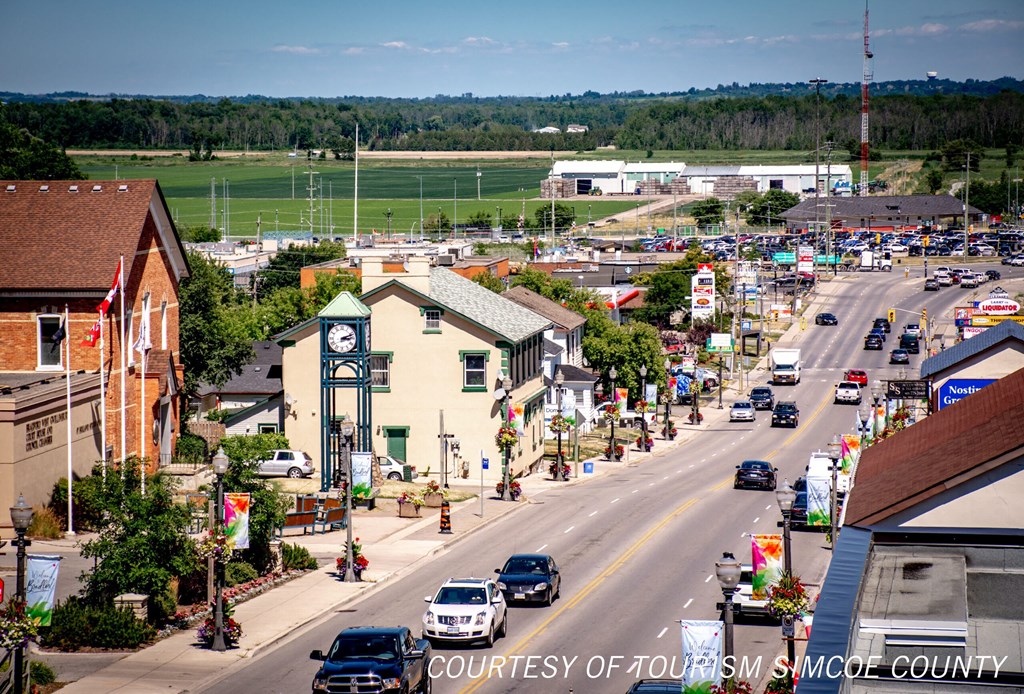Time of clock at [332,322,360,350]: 3:12
